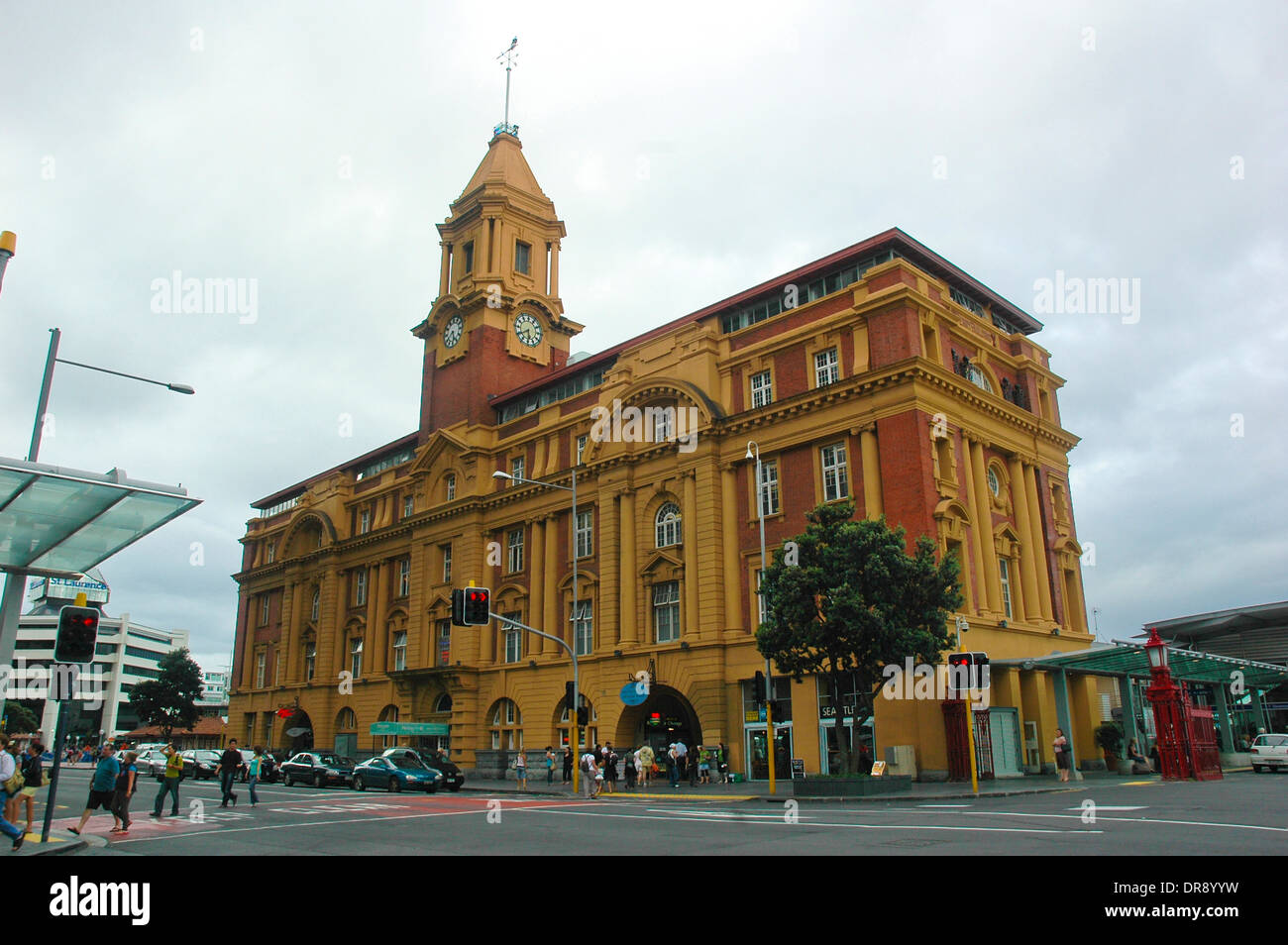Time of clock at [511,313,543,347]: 5:39
